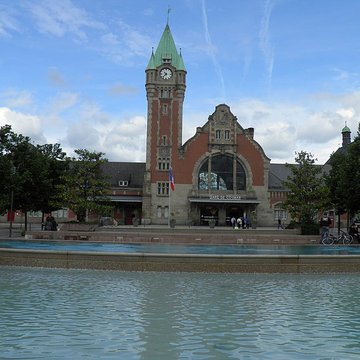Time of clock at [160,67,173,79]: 7:15
